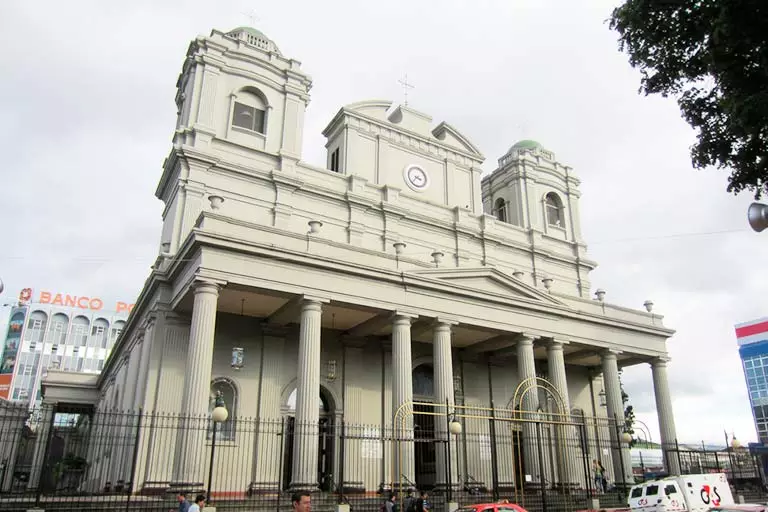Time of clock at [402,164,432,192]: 3:36
